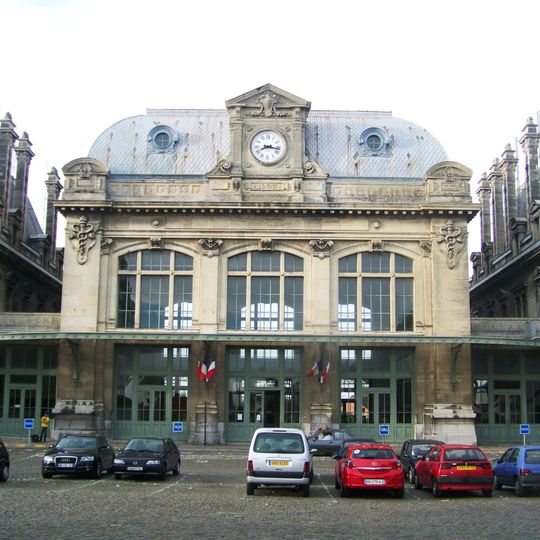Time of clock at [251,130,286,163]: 8:16
